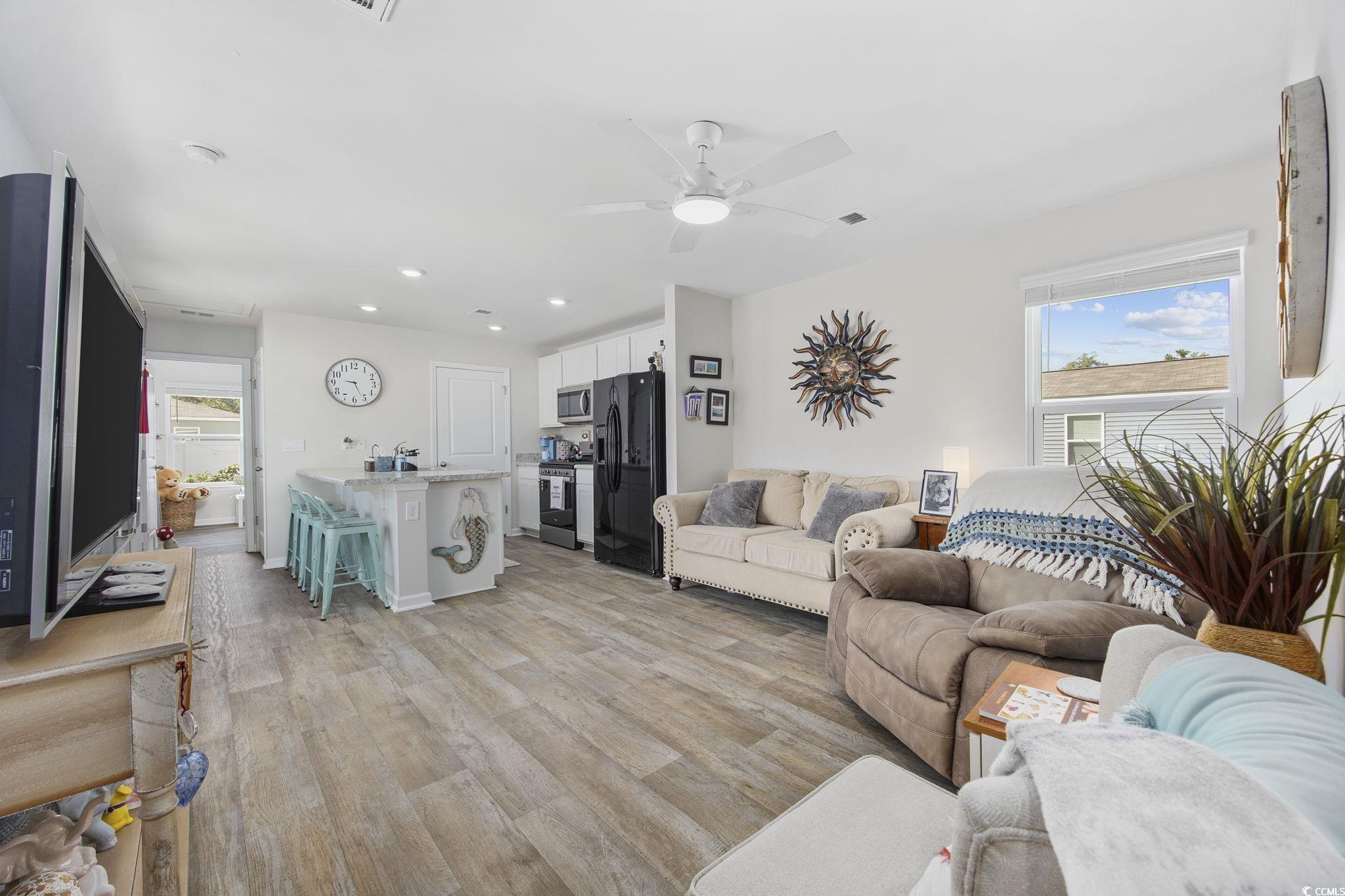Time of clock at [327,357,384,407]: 9:25
